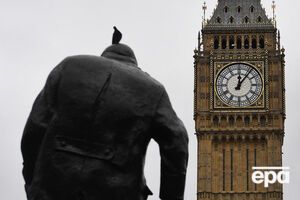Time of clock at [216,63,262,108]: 12:06
